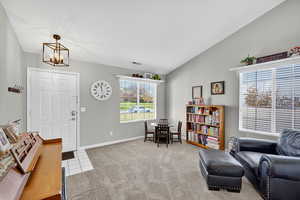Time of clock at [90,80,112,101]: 11:28
